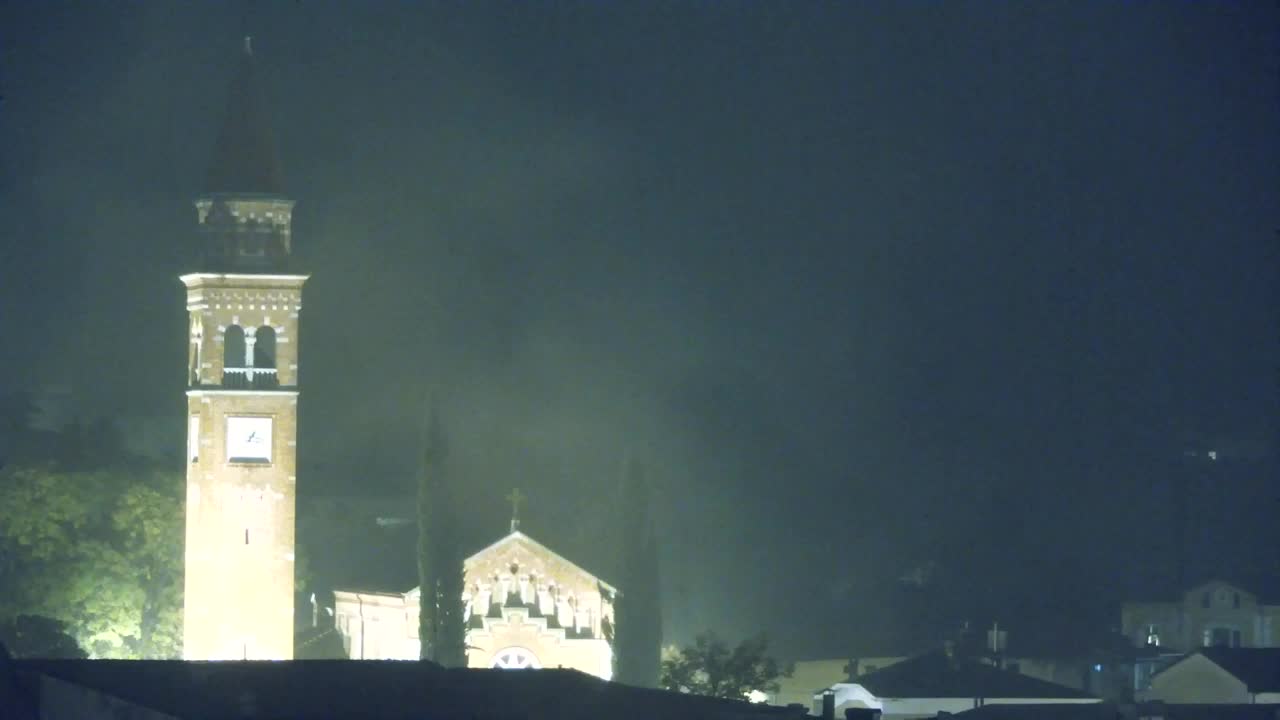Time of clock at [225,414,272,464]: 1:16
